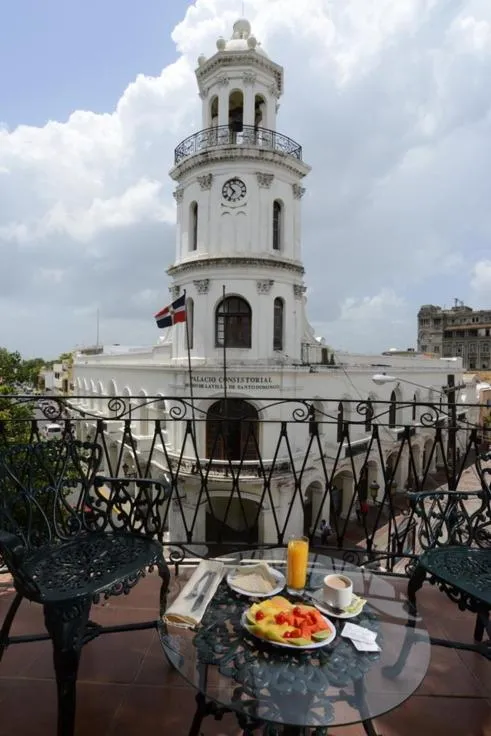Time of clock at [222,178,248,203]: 10:35
